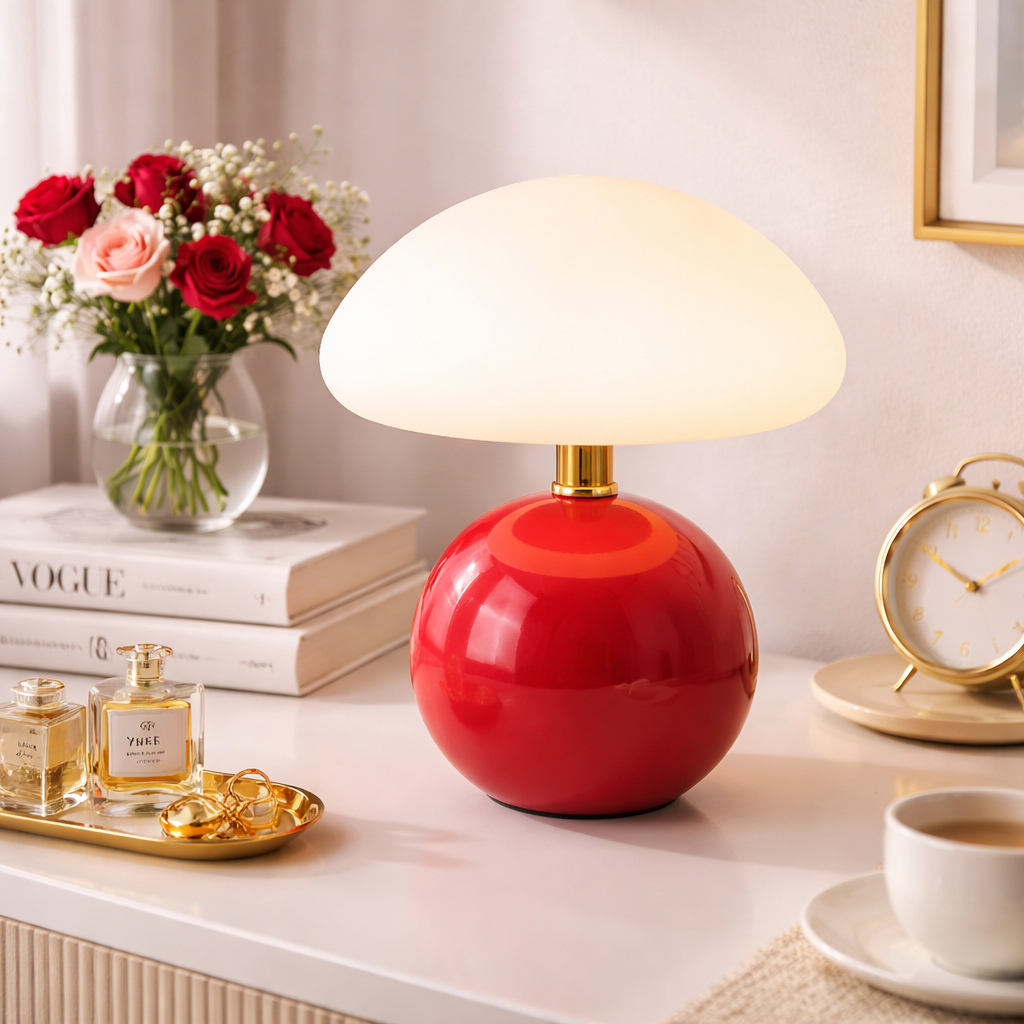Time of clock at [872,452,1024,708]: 1:50
